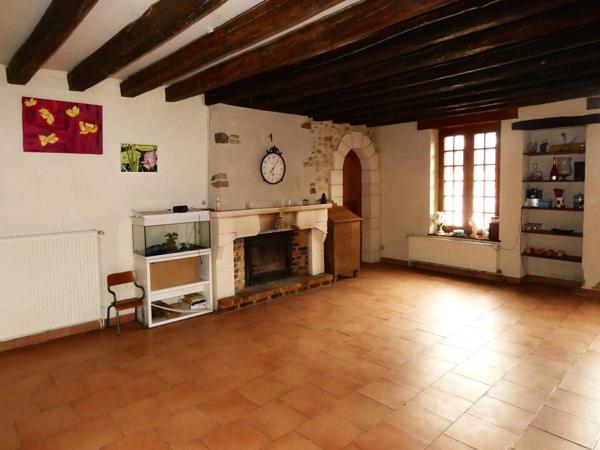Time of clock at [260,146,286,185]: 6:06
